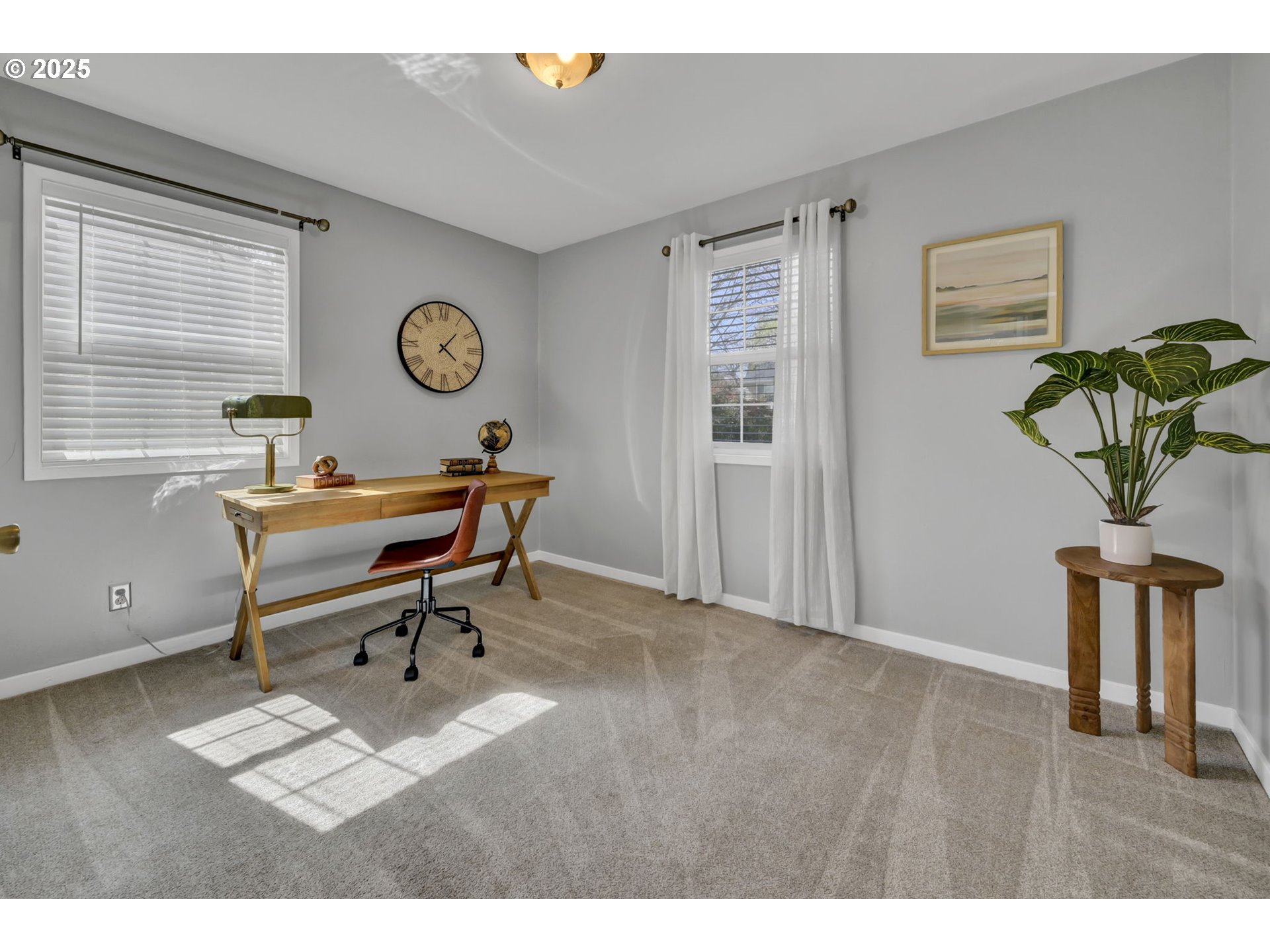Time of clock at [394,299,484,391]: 1:21
